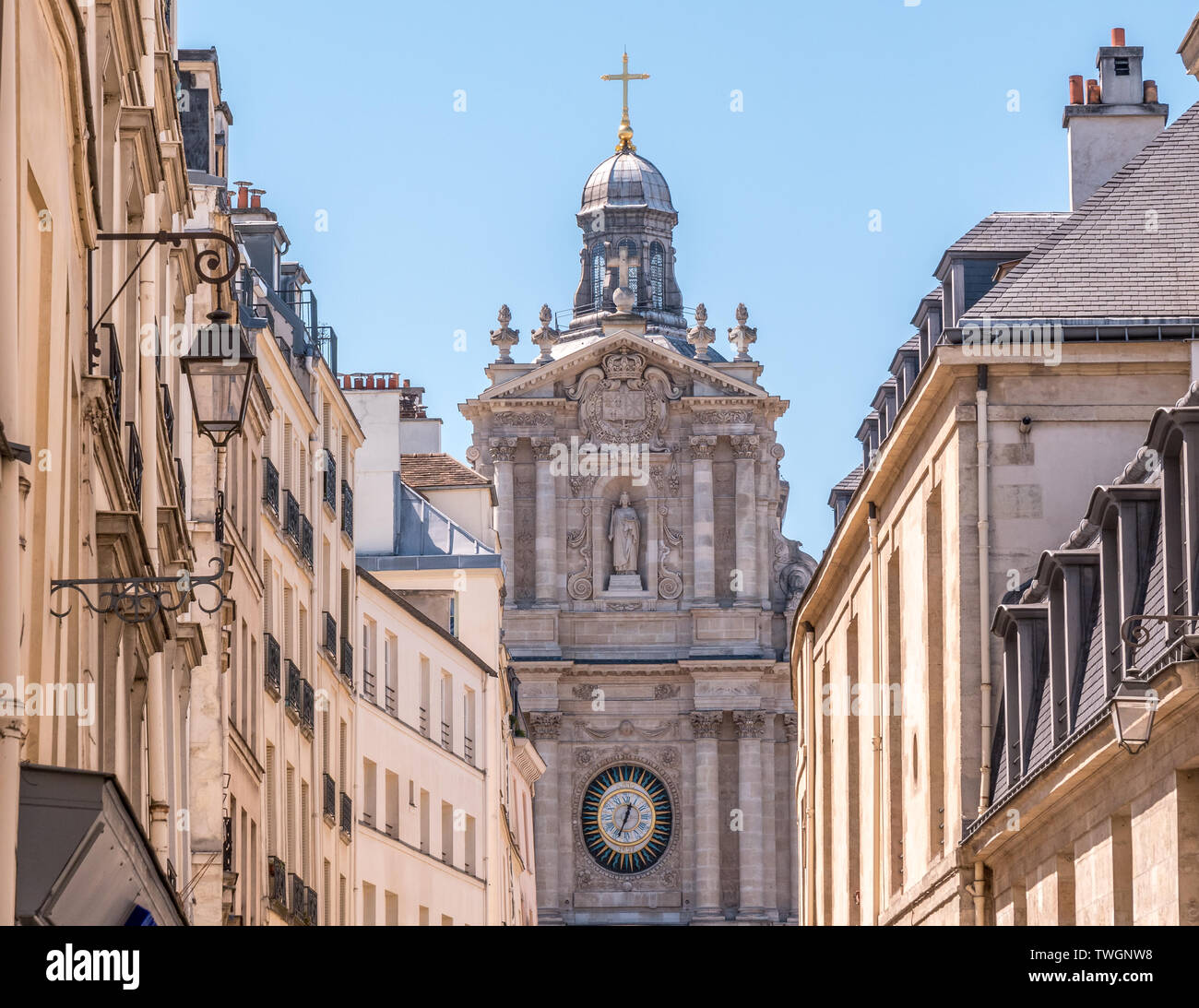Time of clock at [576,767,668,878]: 12:34
